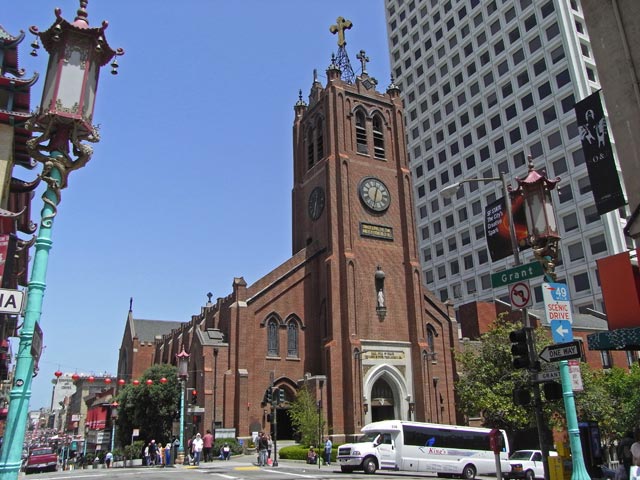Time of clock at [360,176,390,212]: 12:32
